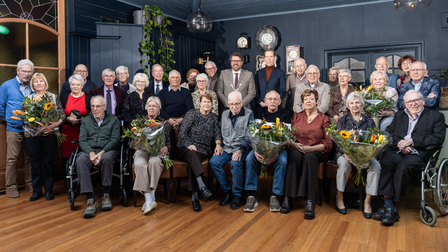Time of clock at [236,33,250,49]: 1:32
